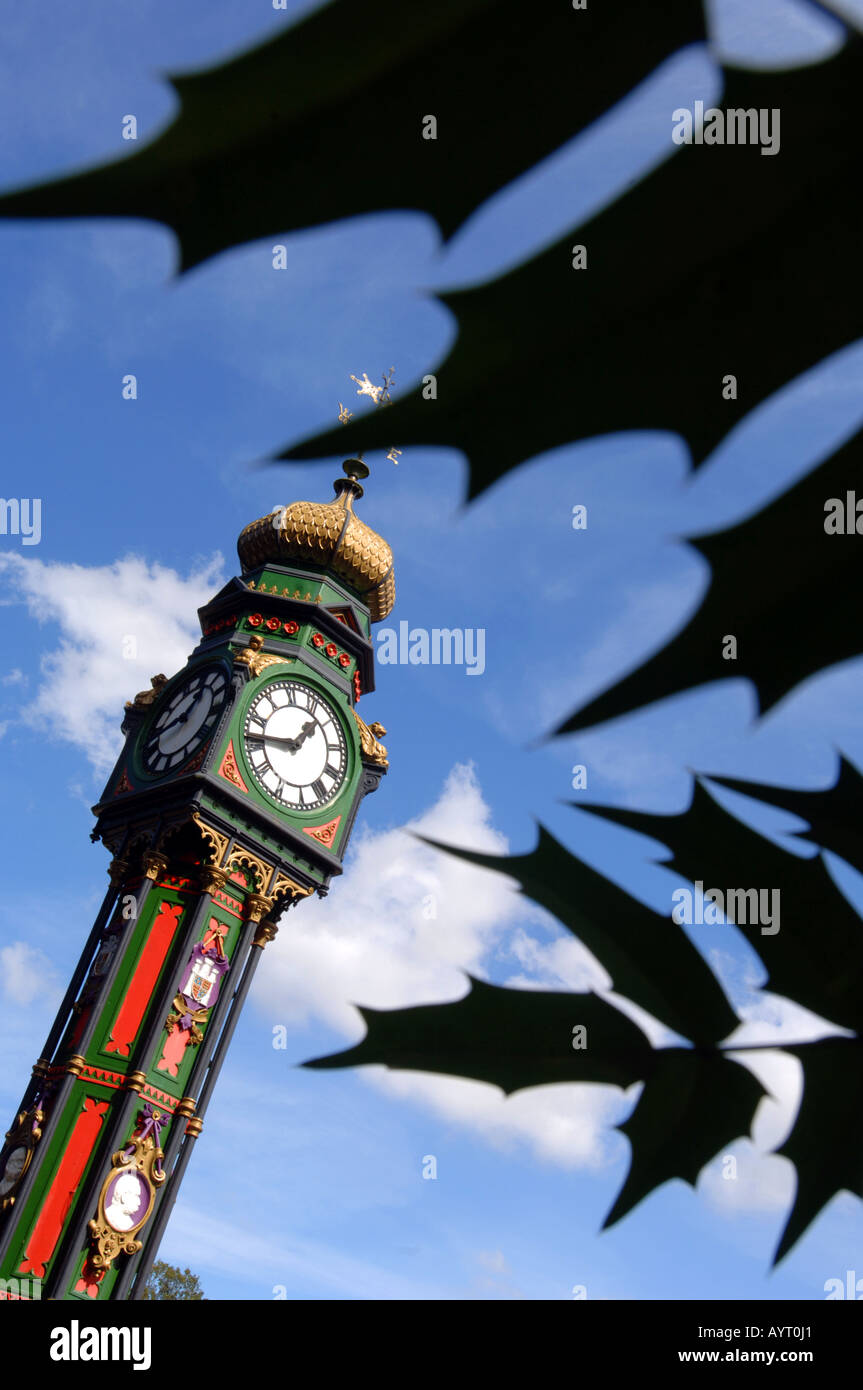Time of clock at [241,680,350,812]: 1:46
